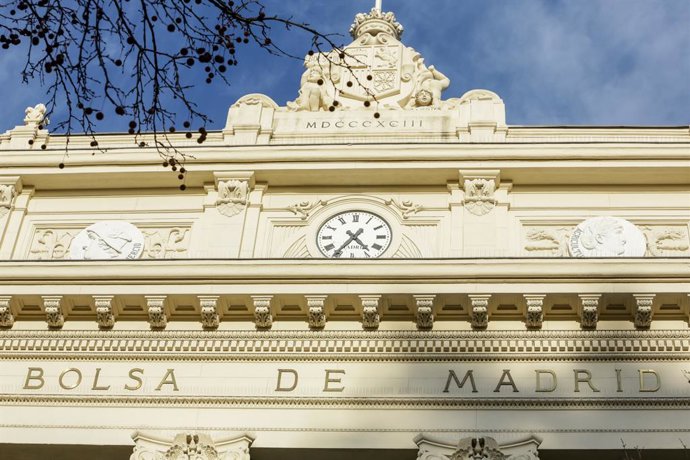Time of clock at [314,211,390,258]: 4:35
